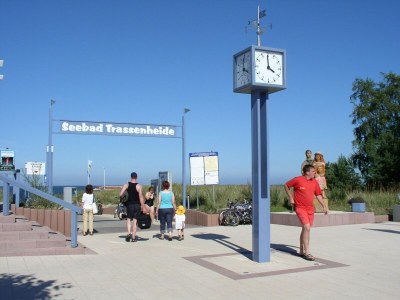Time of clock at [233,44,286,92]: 3:59
